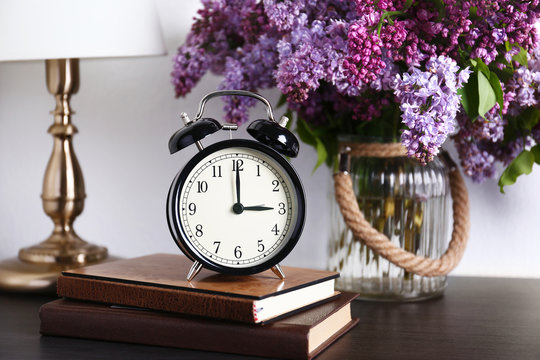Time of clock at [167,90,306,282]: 3:00
